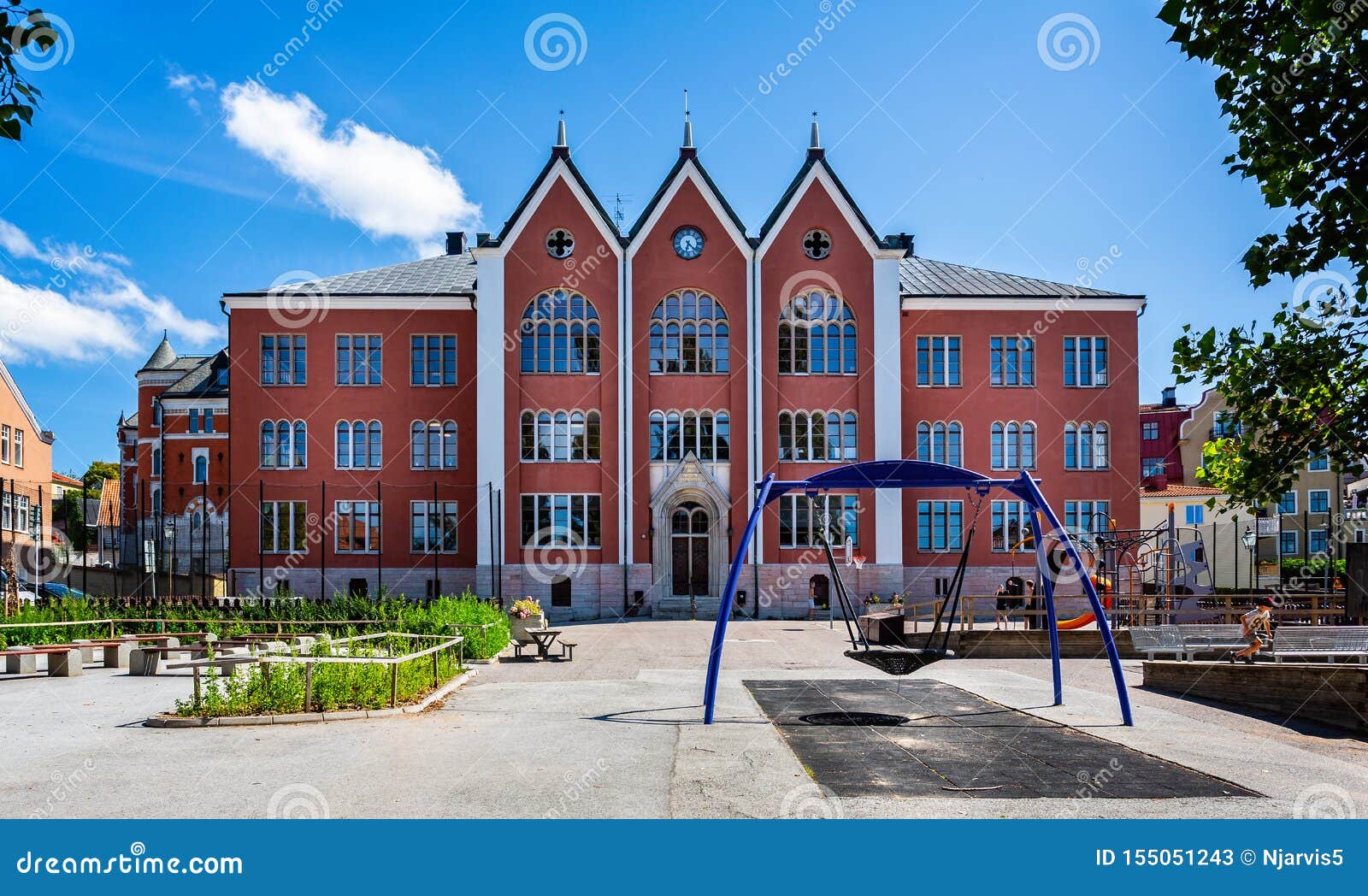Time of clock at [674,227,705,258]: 6:22
